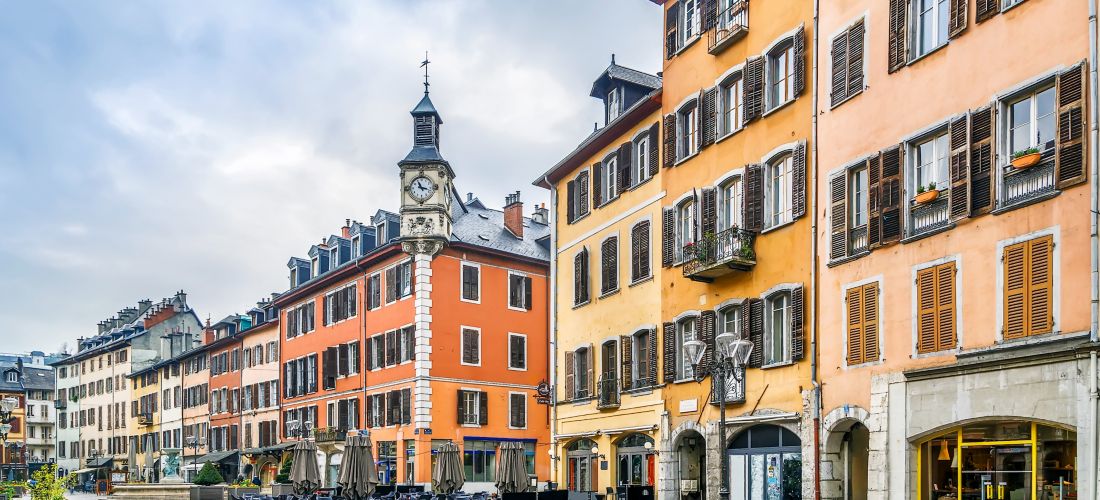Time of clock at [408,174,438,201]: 11:17
